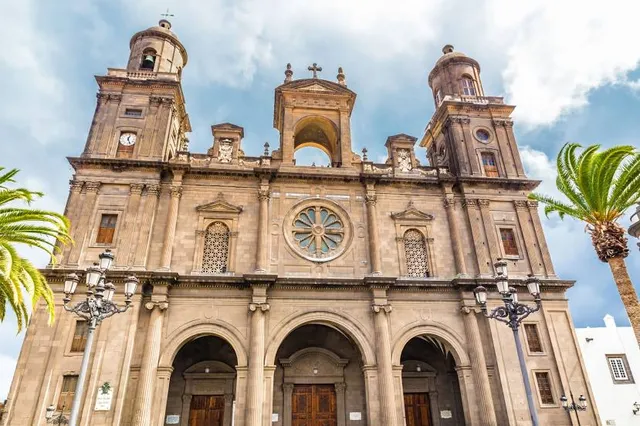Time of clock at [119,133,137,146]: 12:26
